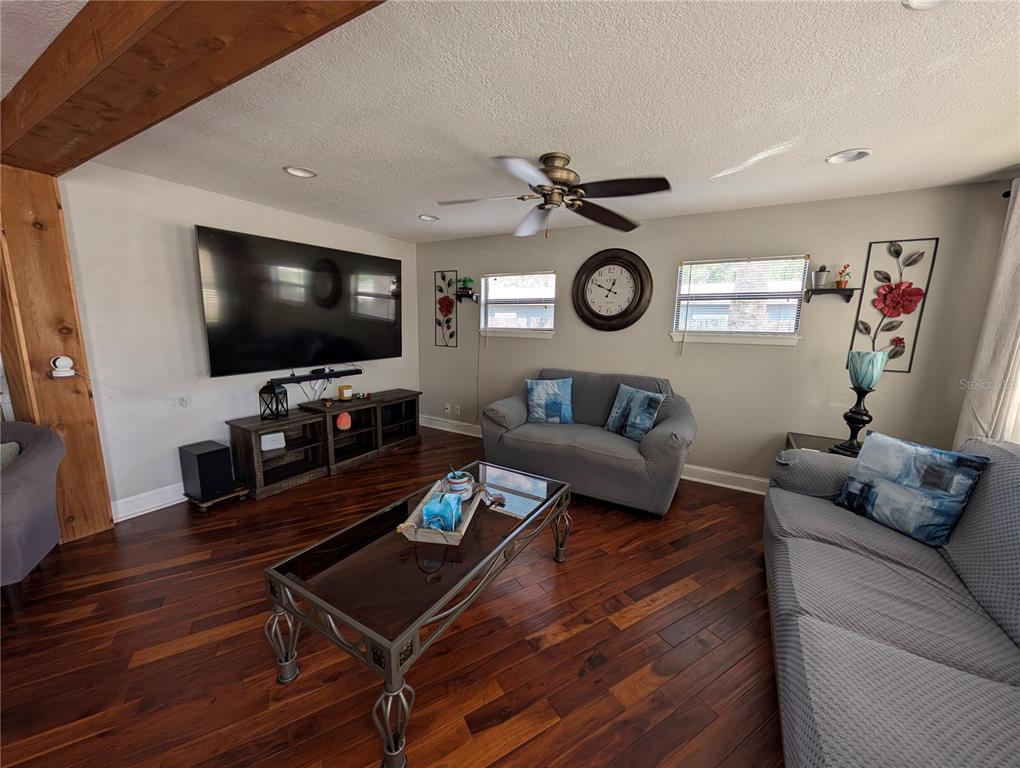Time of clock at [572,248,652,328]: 12:49
